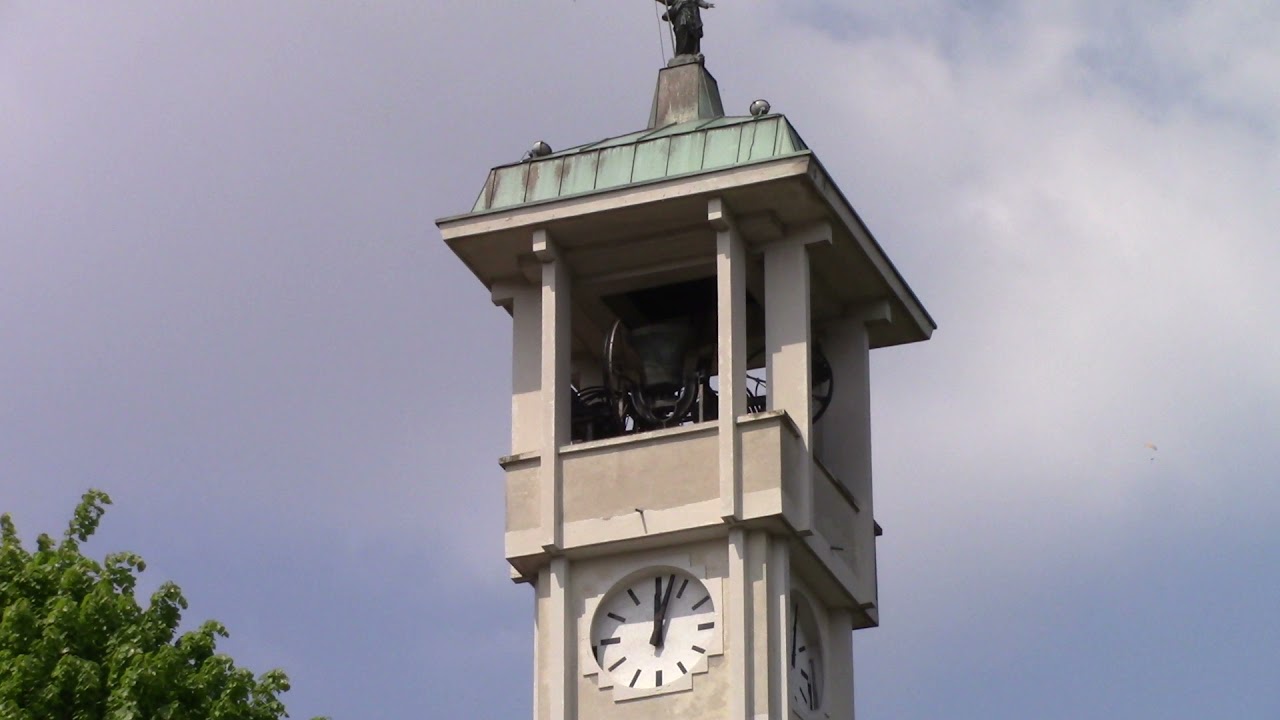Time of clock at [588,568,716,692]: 12:02
